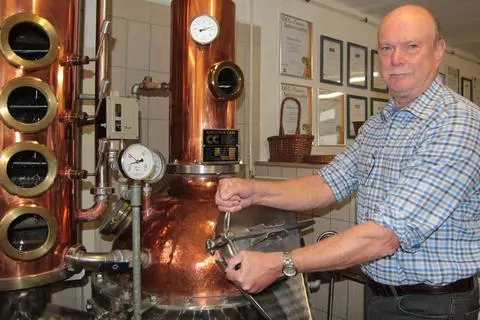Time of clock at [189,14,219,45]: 8:12
